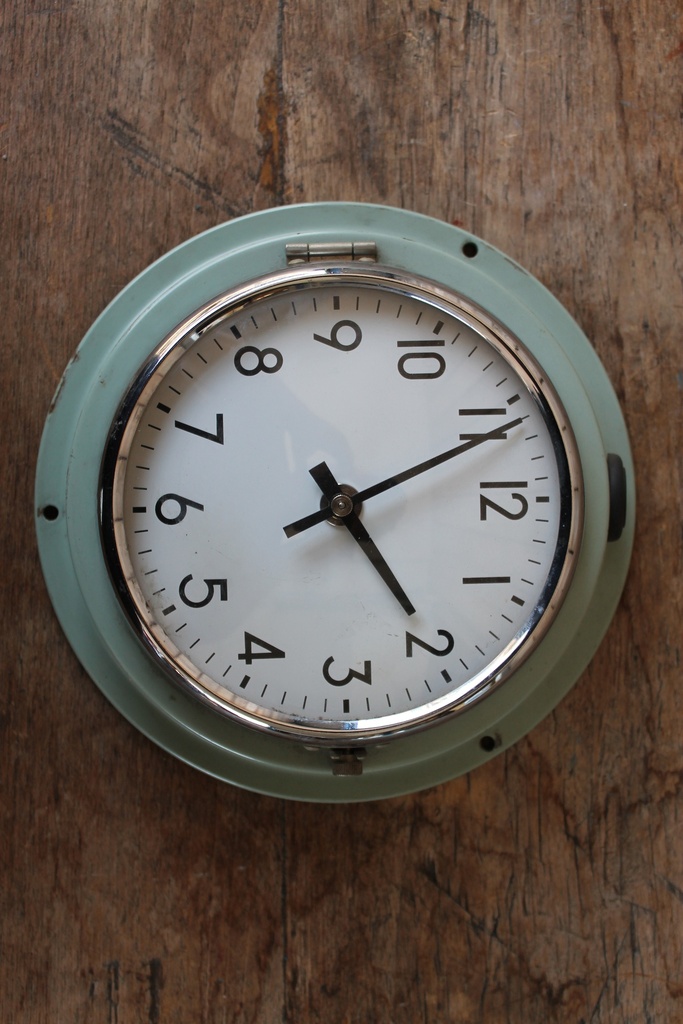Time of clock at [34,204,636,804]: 5:11
